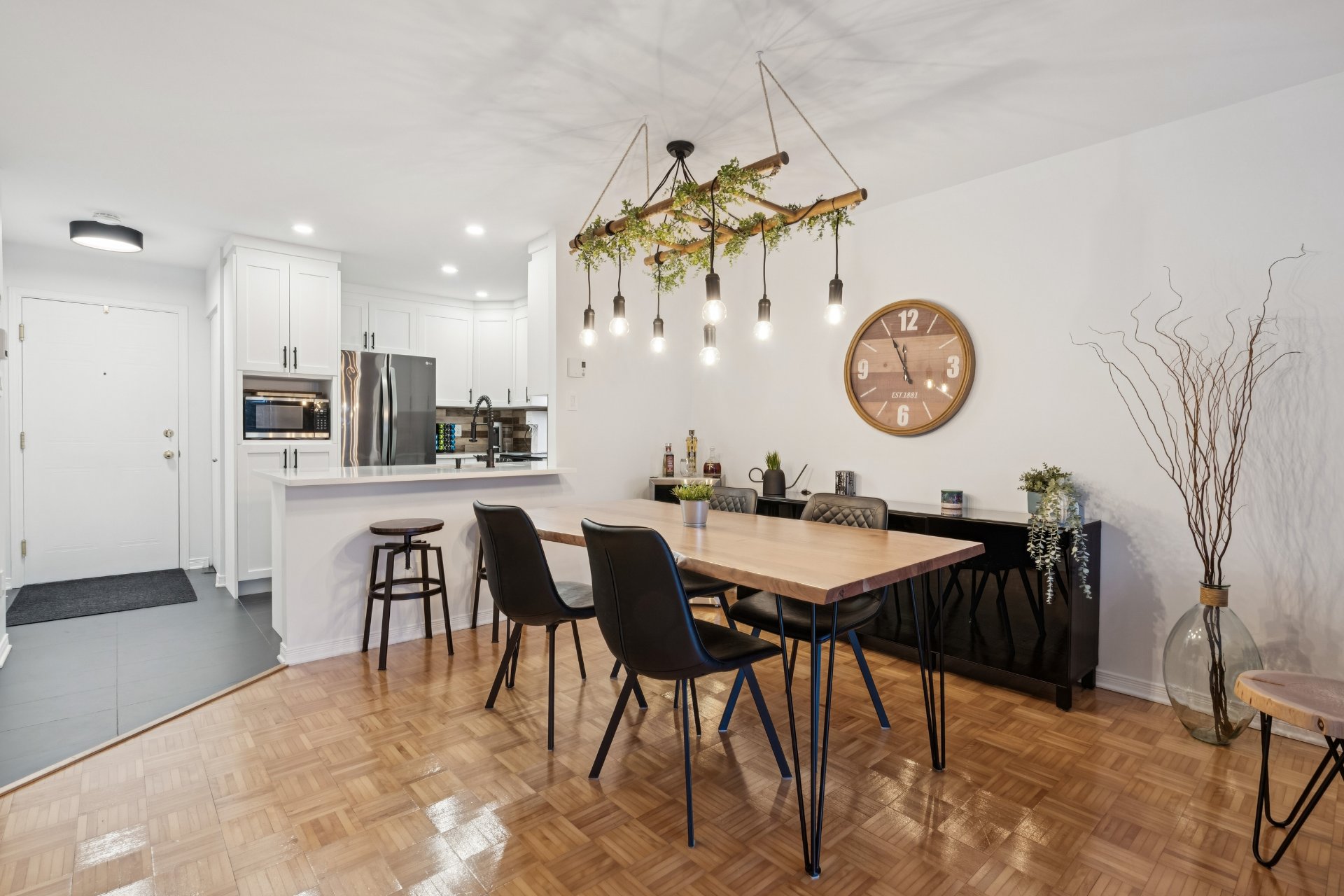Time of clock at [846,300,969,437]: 11:55
